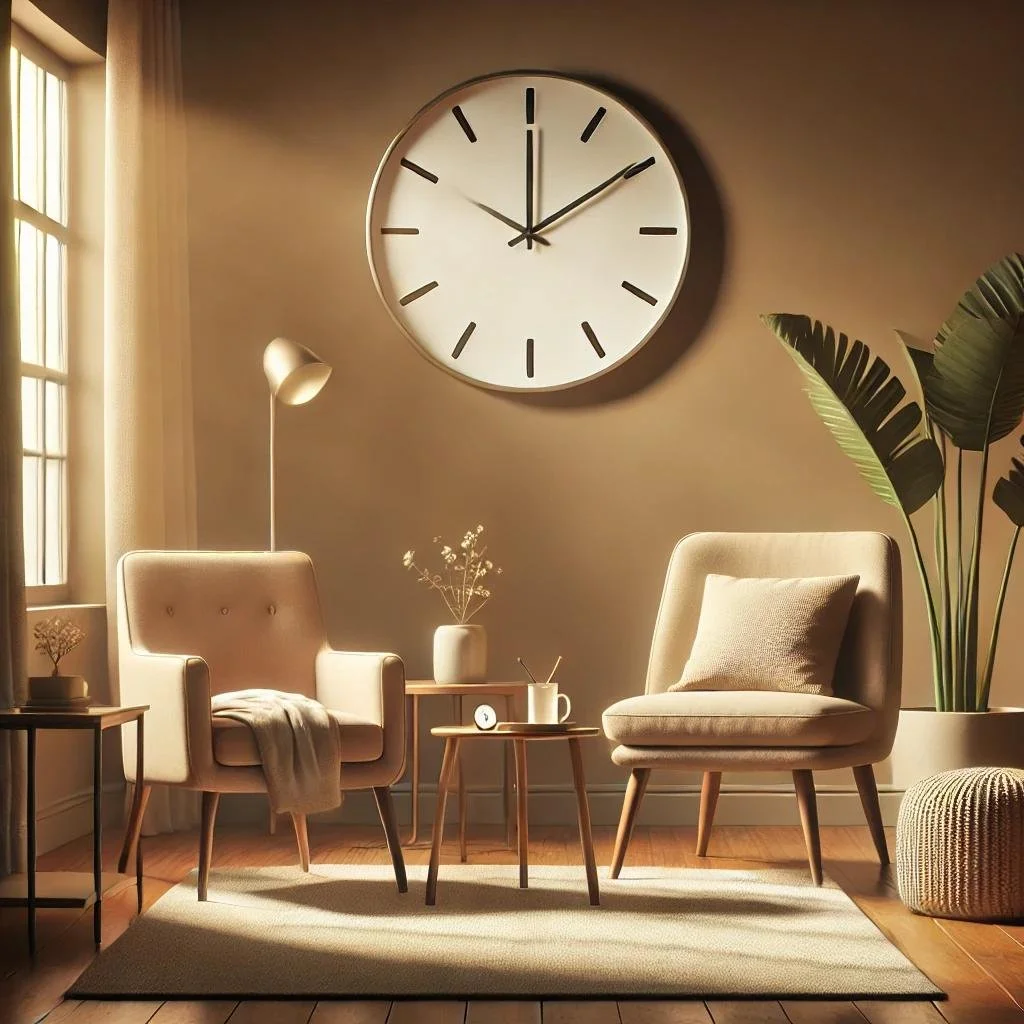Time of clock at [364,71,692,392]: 12:09
